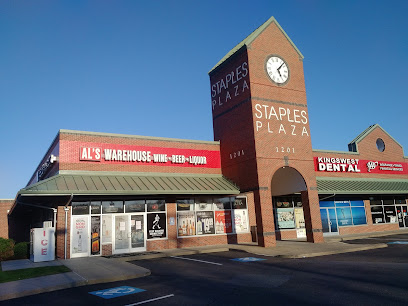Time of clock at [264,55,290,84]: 5:07
